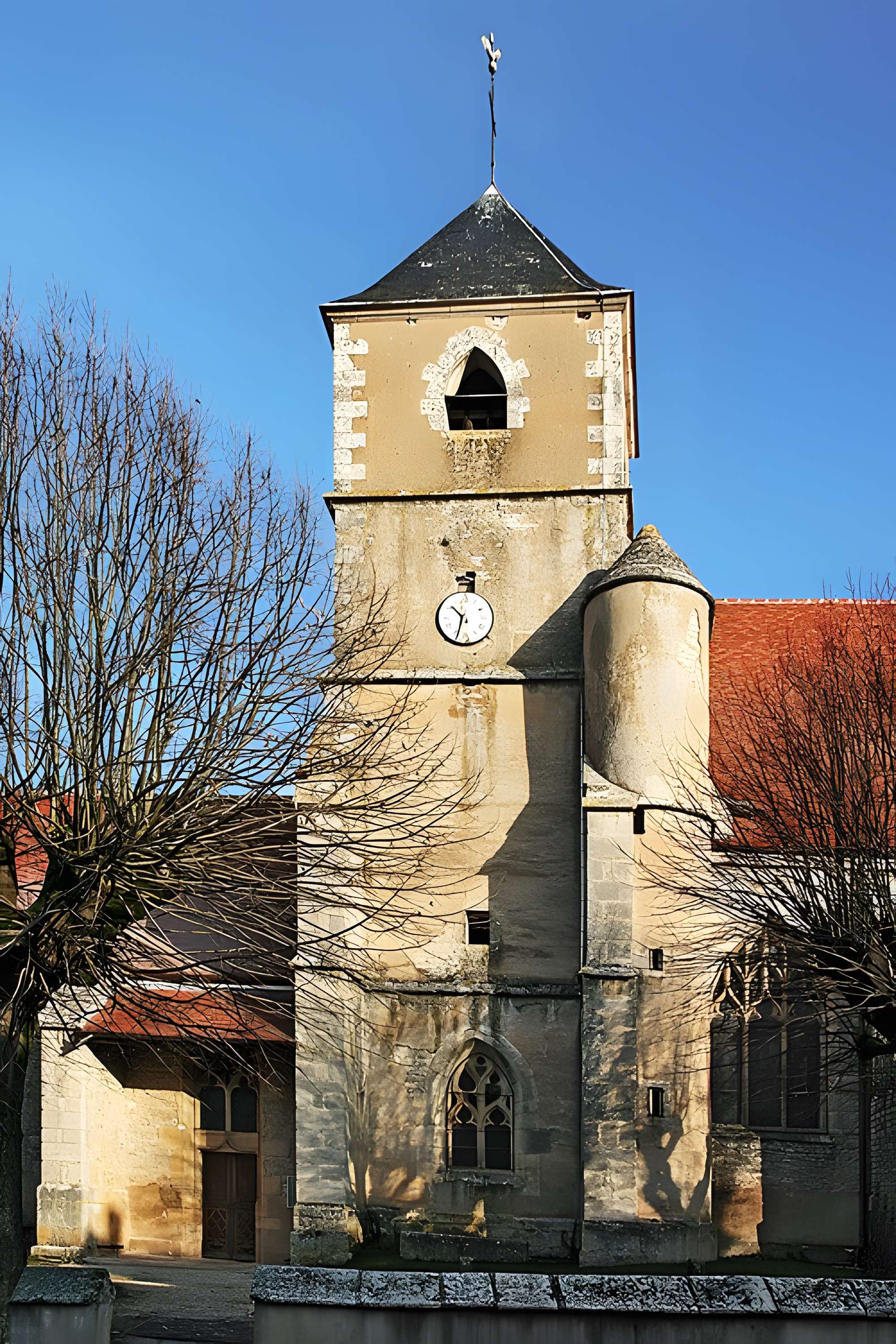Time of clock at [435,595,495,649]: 10:33
